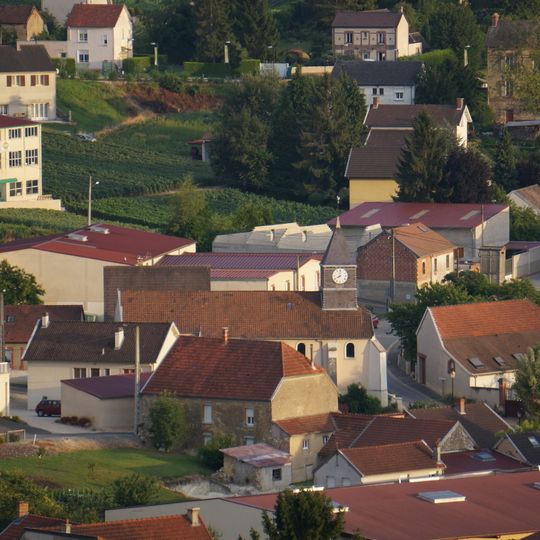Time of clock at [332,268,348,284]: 8:01
